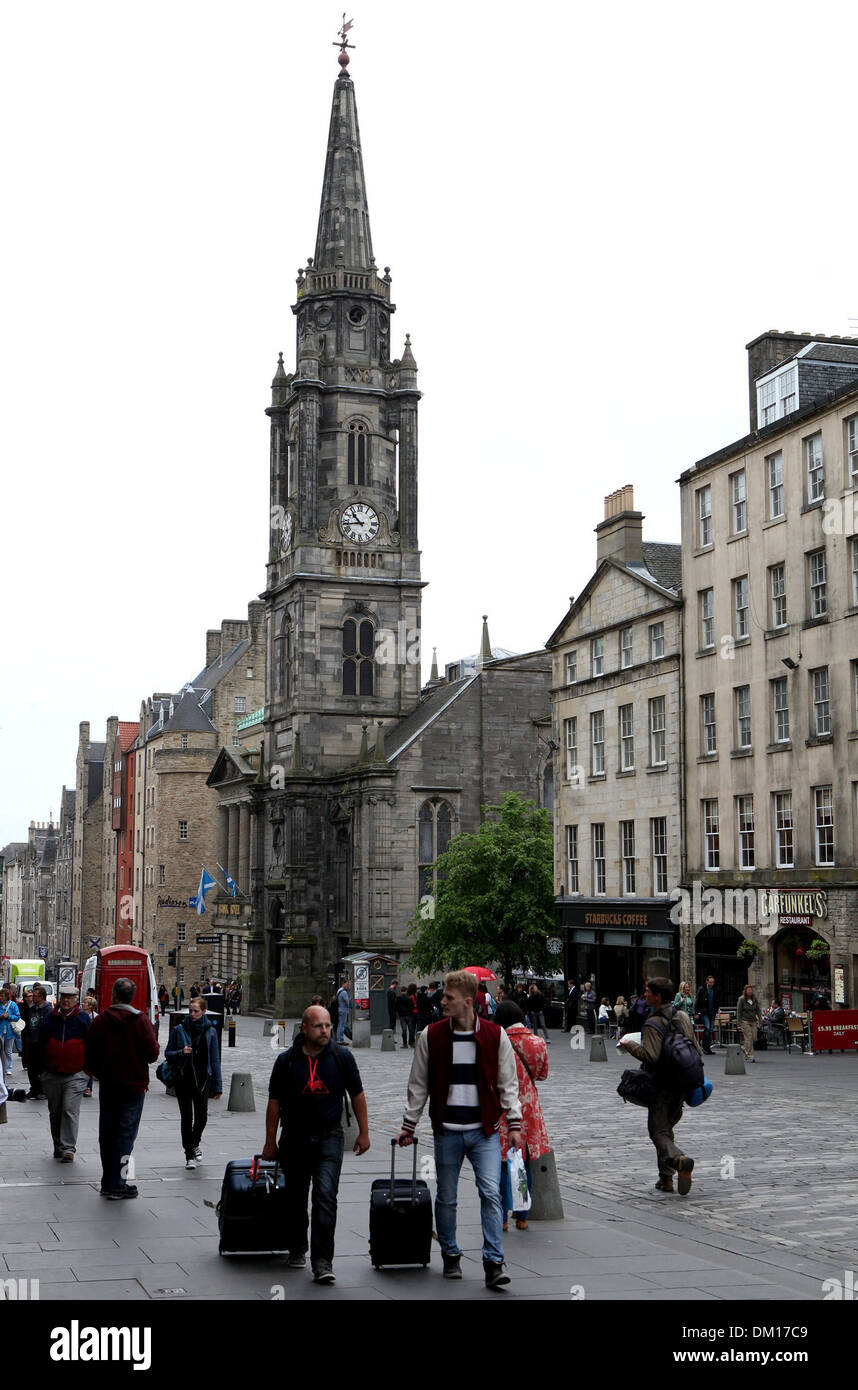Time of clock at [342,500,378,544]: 10:43
